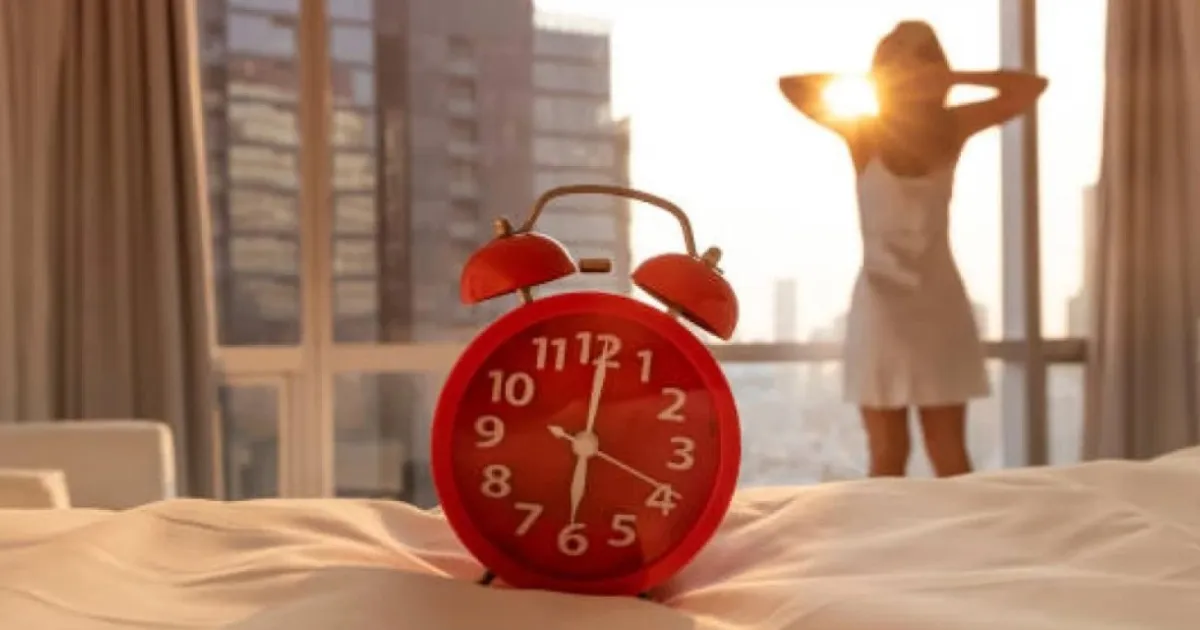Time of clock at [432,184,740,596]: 6:01
